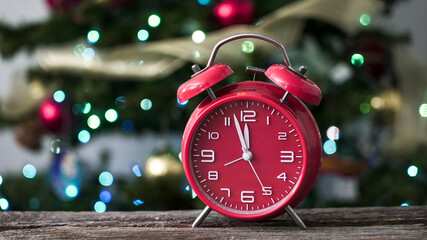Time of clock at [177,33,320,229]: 11:57
